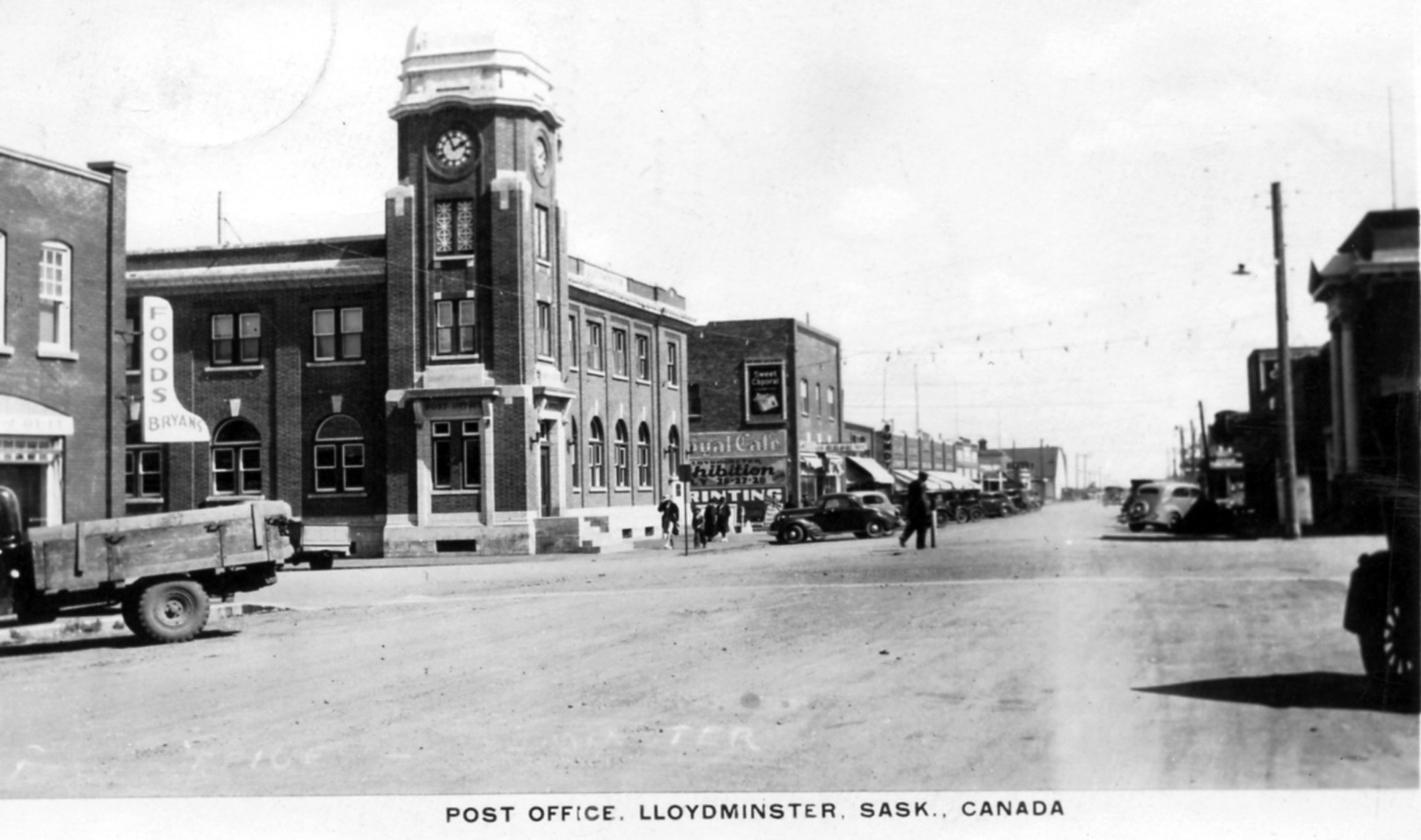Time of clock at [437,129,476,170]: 1:56
